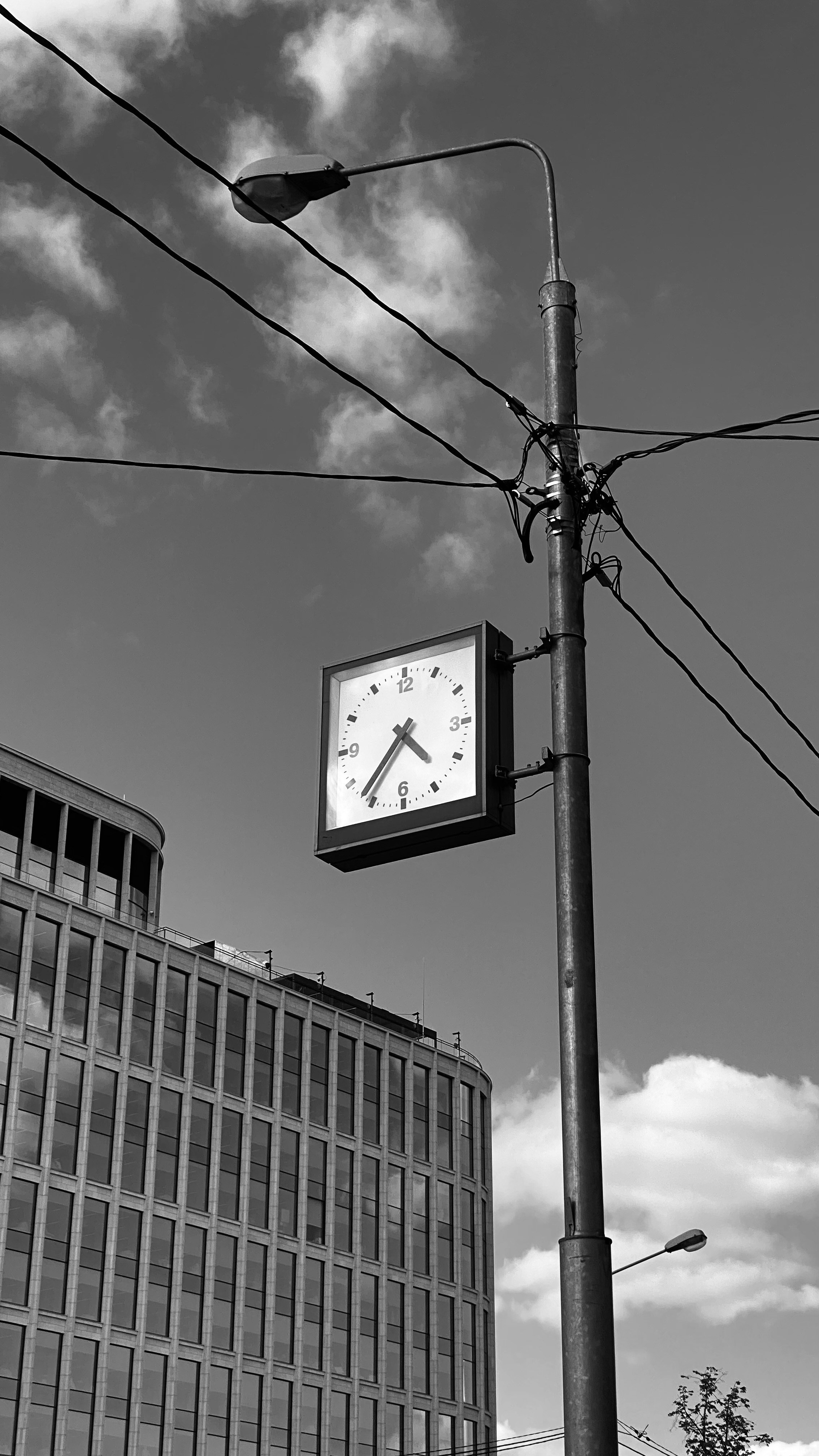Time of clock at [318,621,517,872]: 4:36
